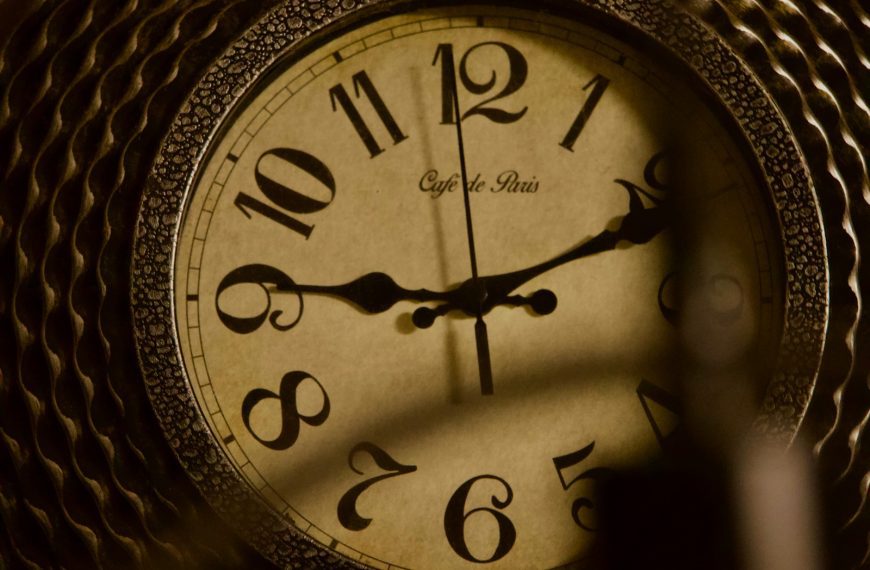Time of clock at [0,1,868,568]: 9:10
